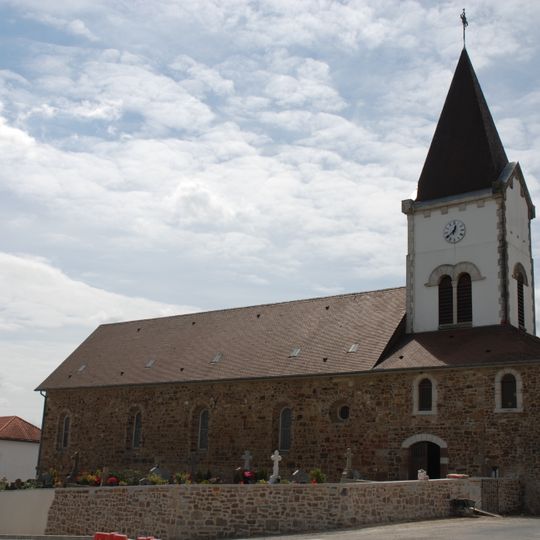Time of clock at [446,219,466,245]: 12:38
